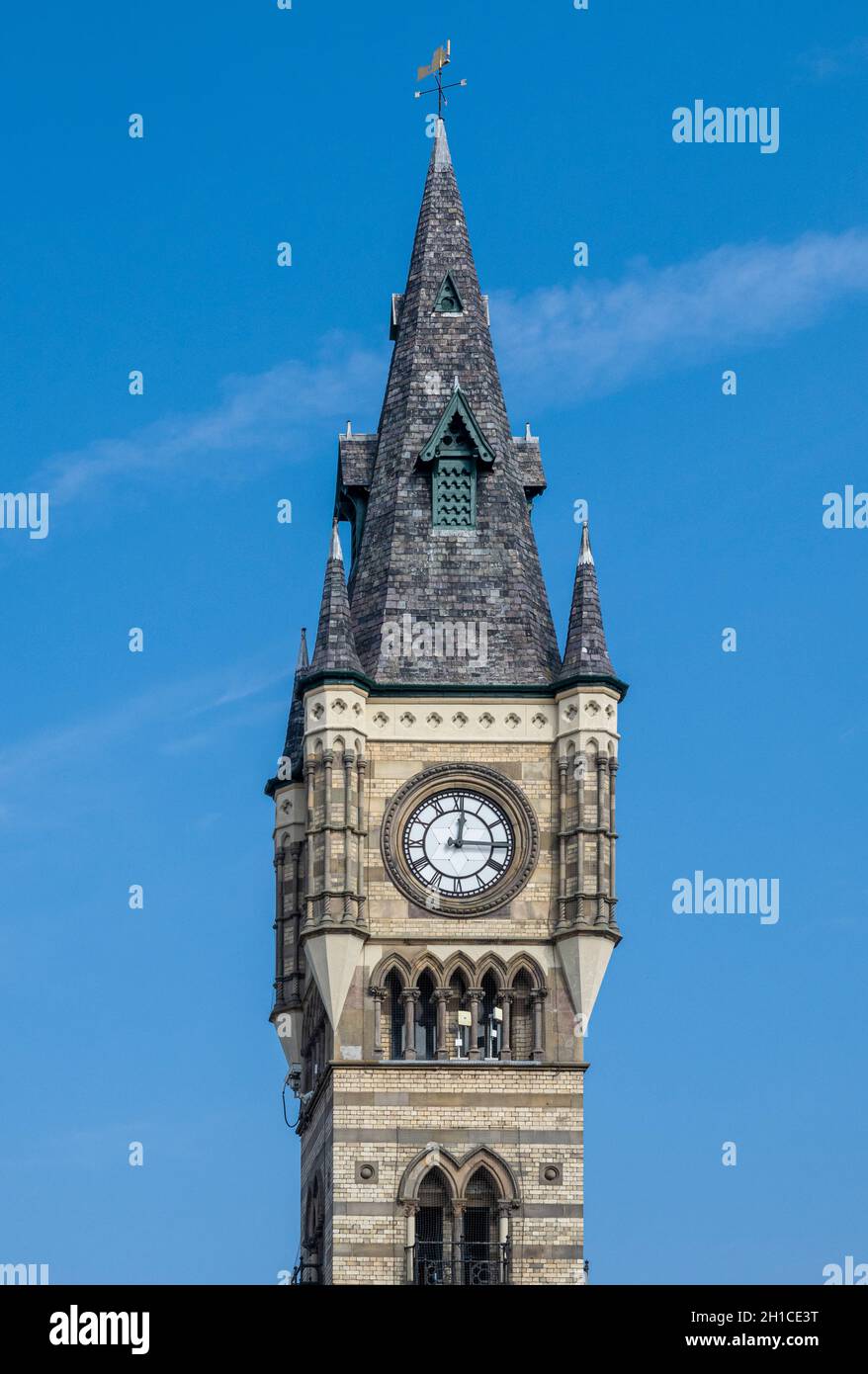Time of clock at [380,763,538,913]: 12:15
